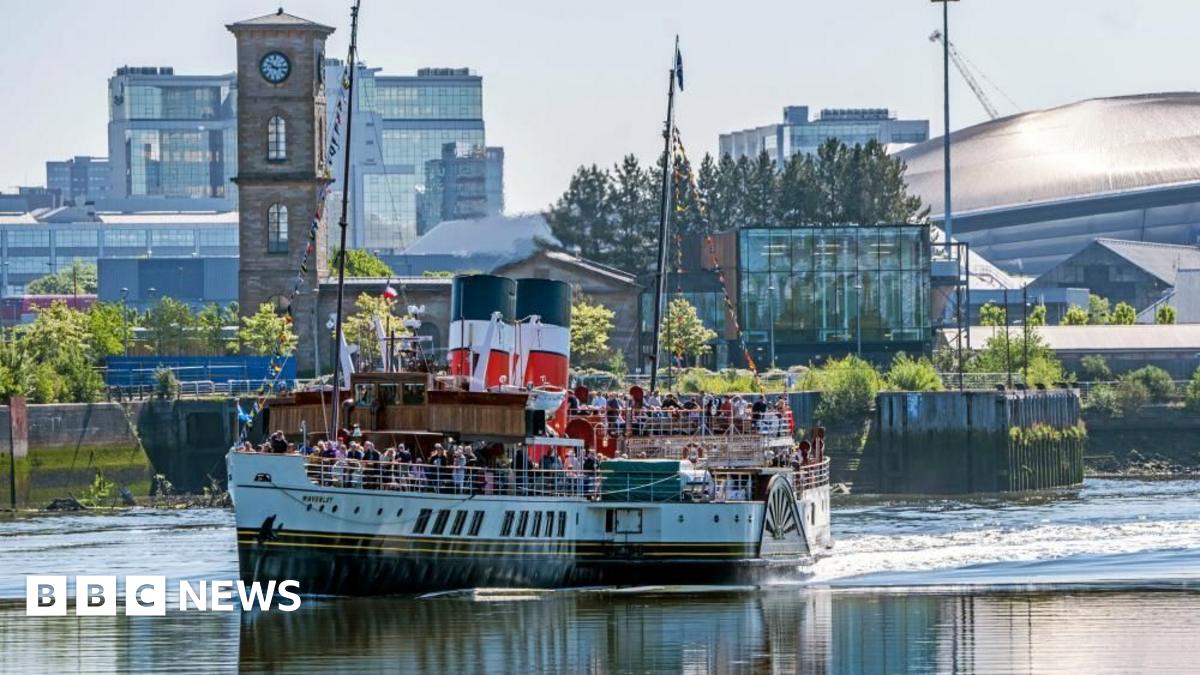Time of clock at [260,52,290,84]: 10:14
